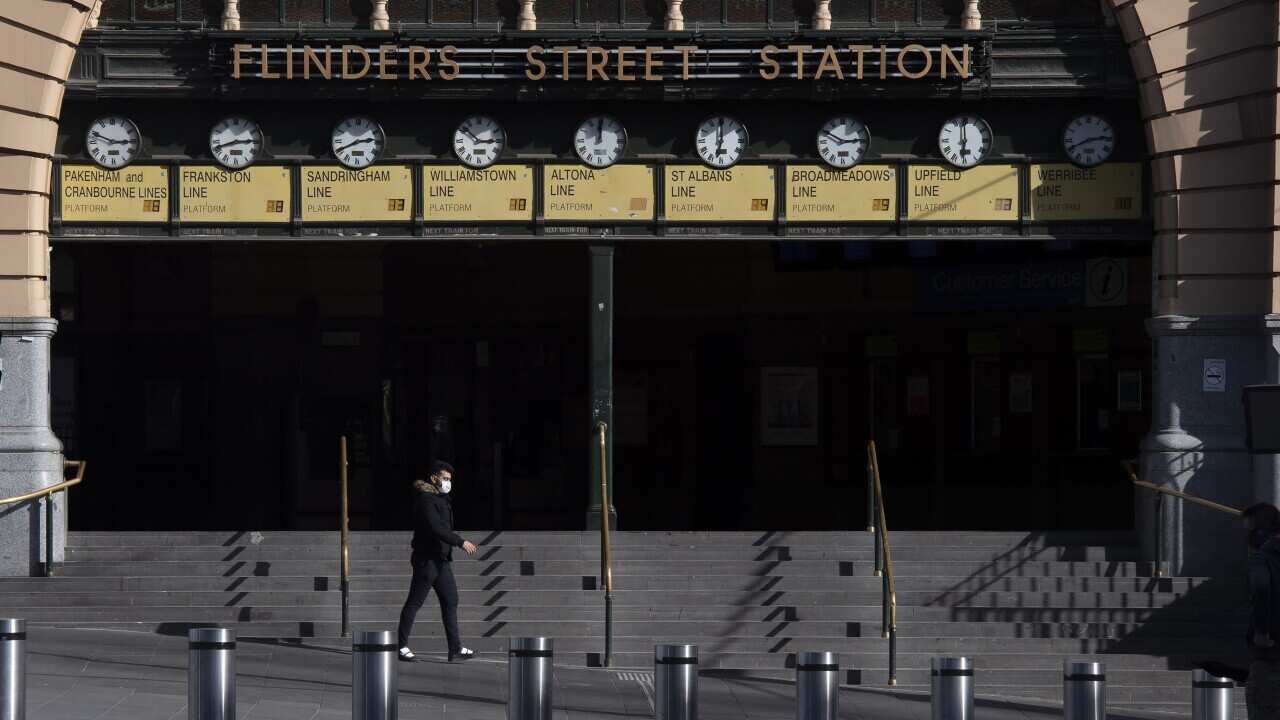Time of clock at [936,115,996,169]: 5:59
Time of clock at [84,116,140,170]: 2:48
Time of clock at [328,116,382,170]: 2:40
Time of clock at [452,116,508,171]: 2:52
